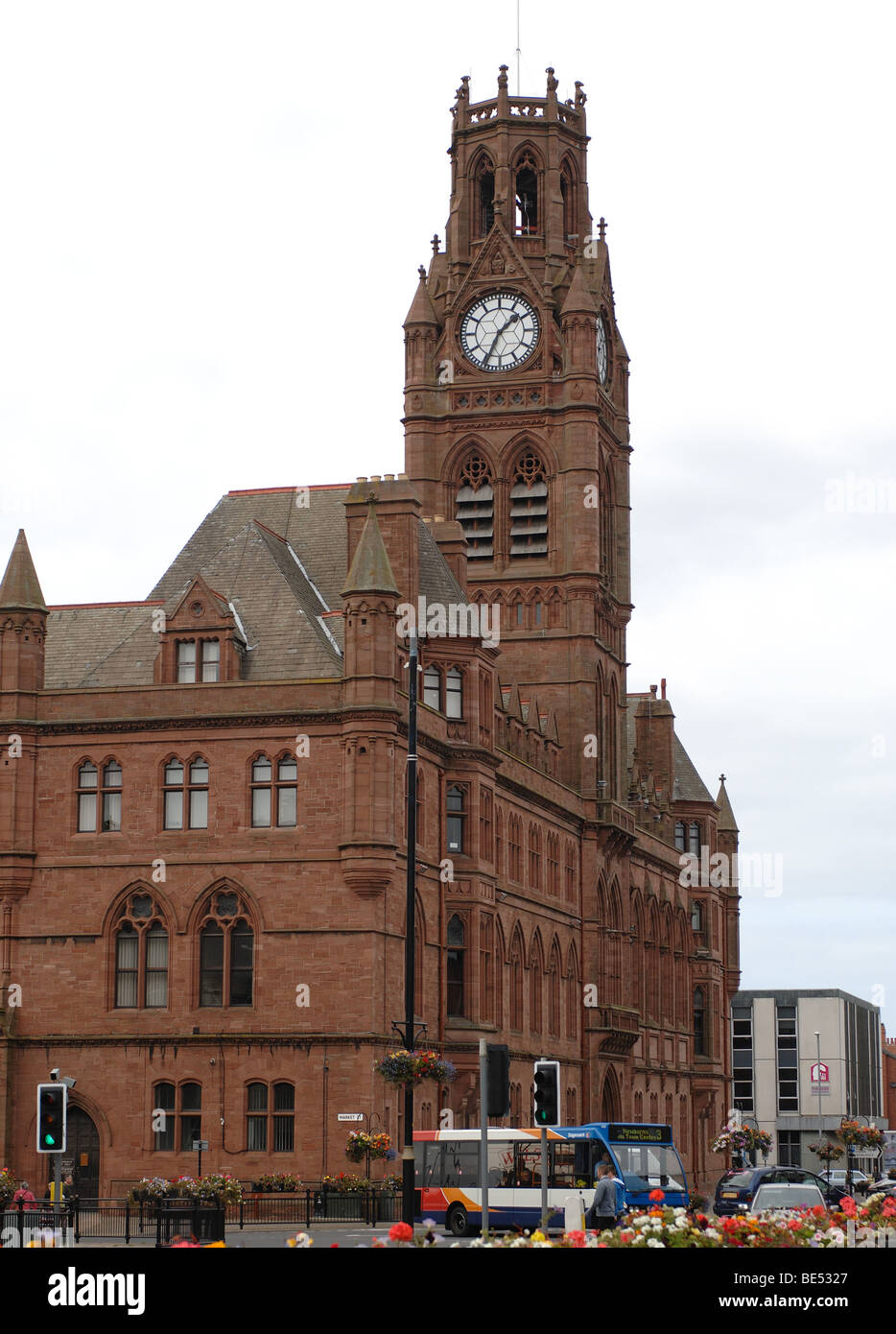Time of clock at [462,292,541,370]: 1:34
